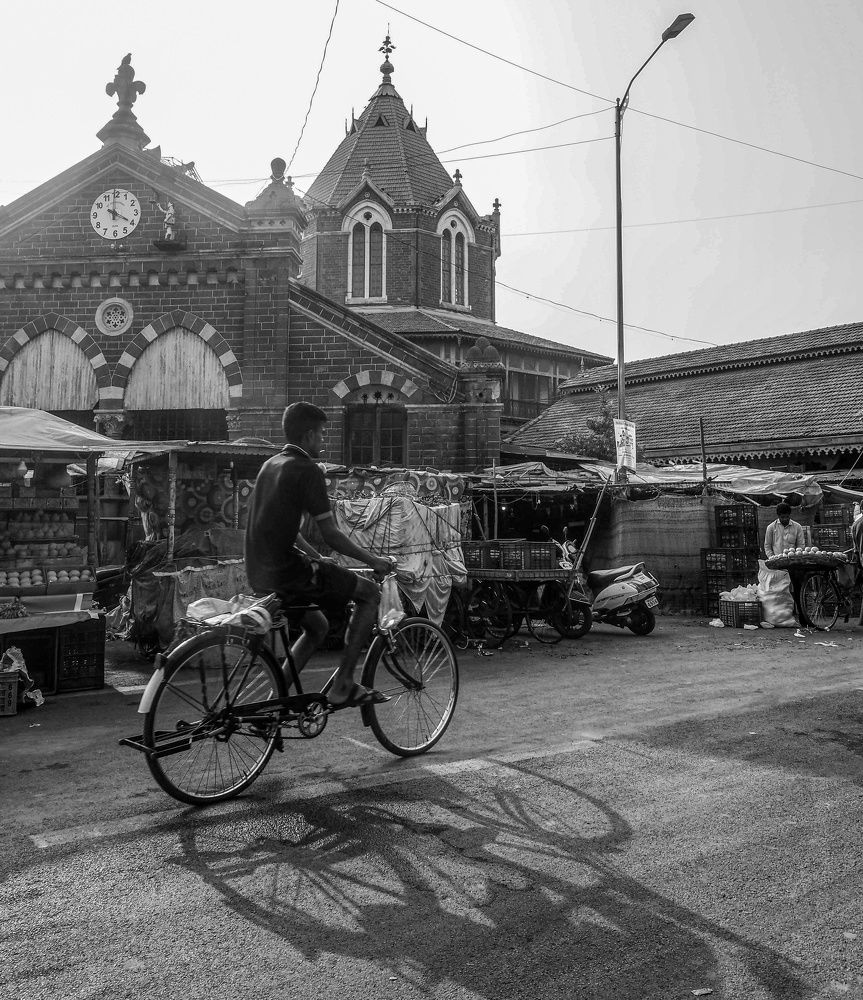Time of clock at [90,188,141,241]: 3:59
